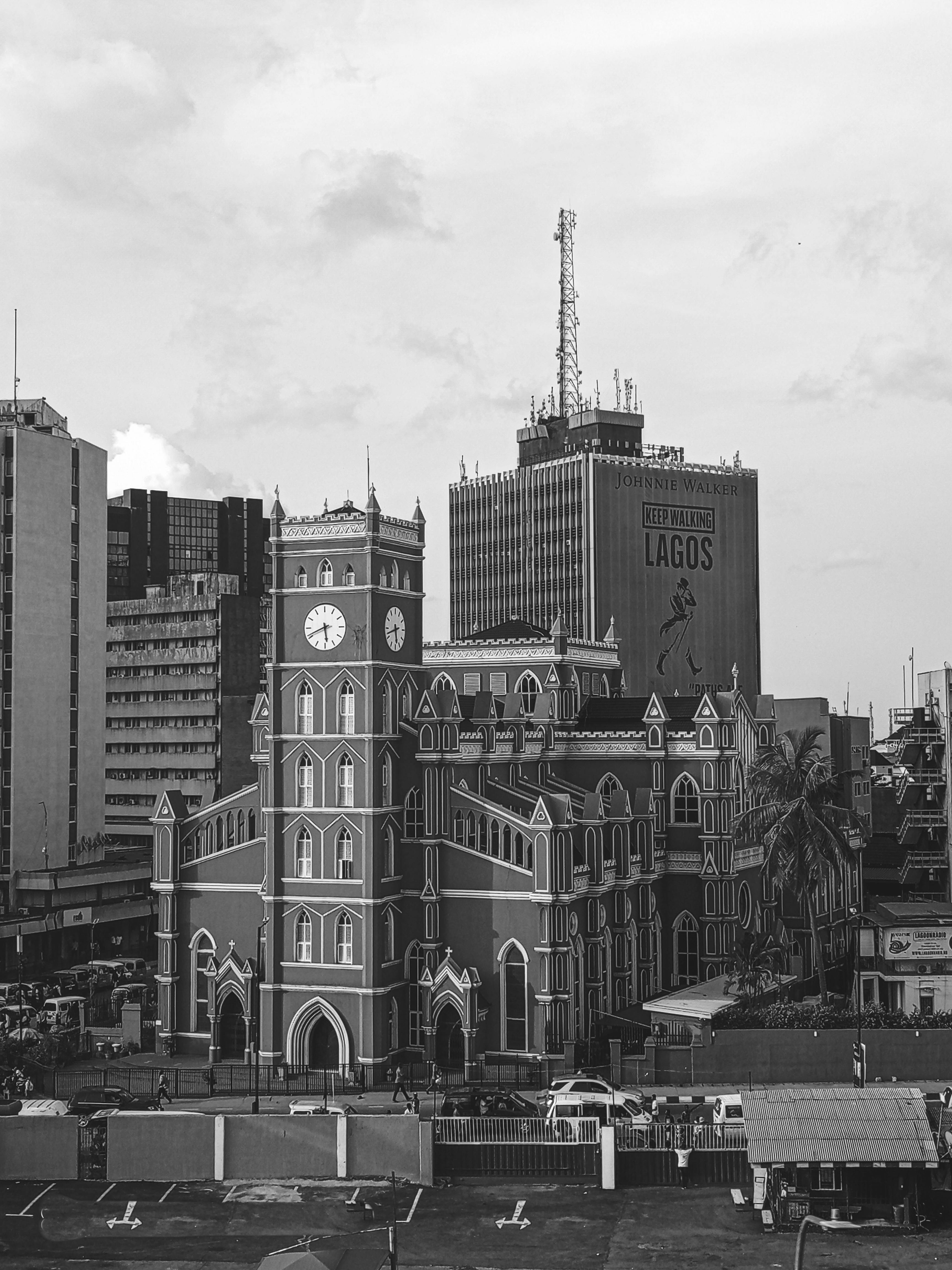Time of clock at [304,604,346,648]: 5:41
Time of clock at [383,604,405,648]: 5:42
